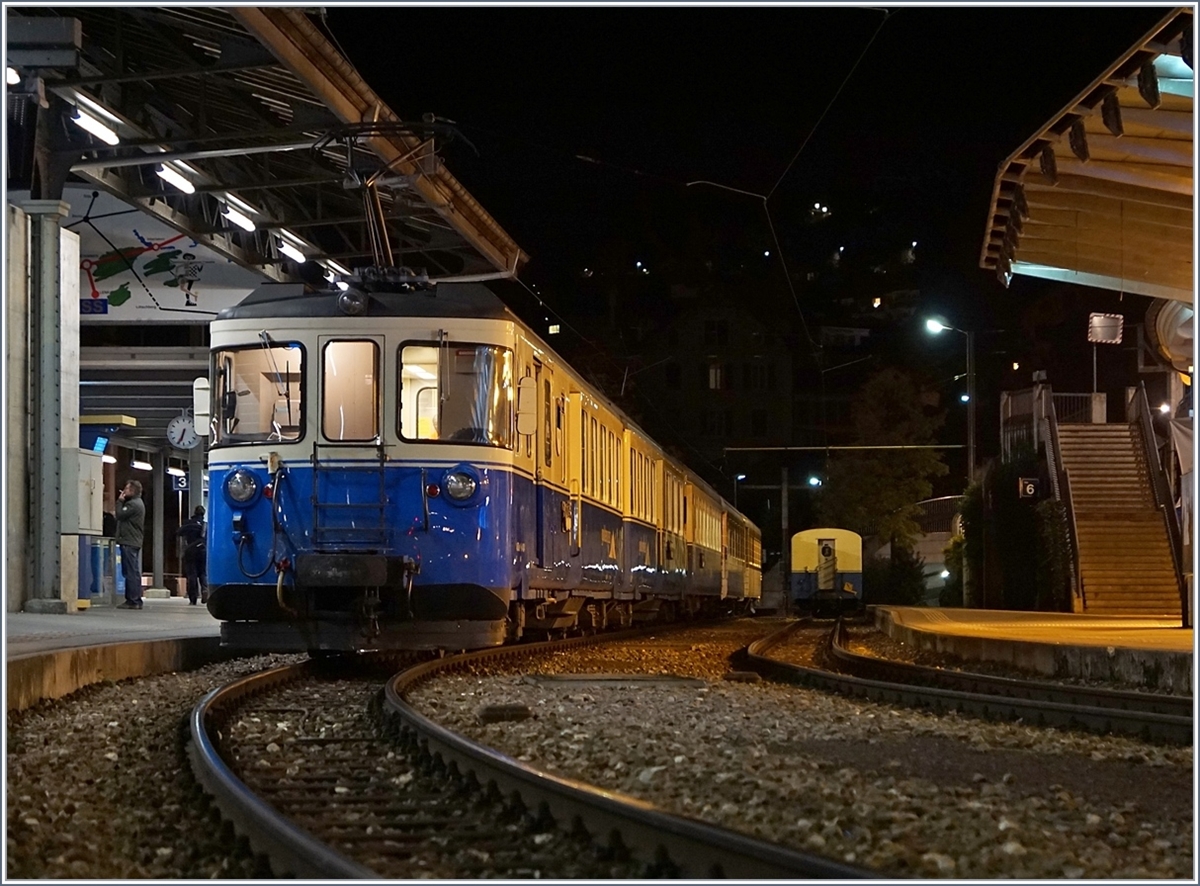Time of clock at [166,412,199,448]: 6:34
